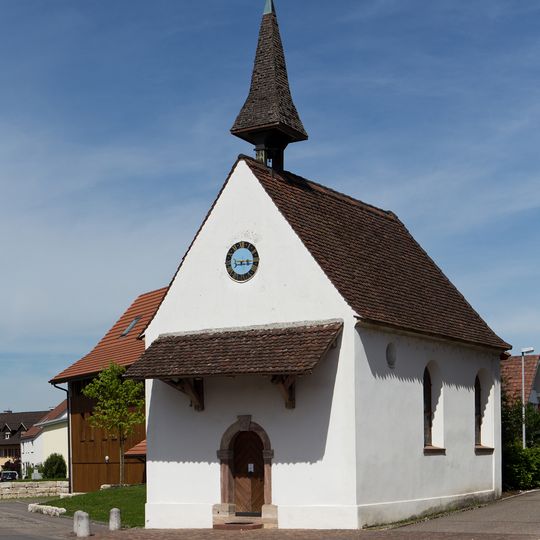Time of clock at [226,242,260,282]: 8:14
